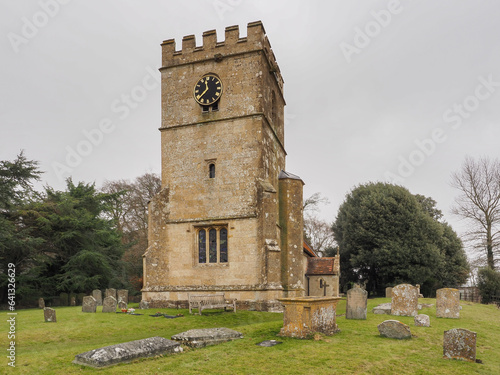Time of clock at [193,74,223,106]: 11:37
